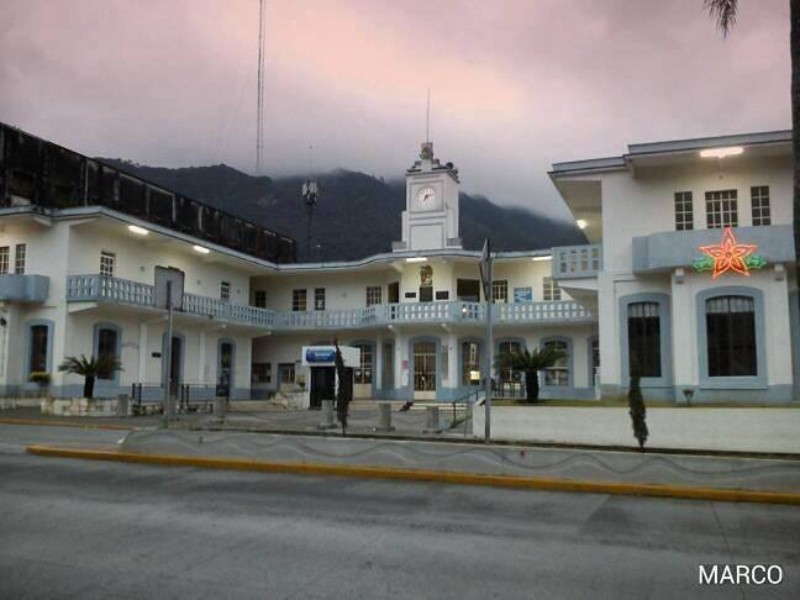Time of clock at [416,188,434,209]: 7:12
